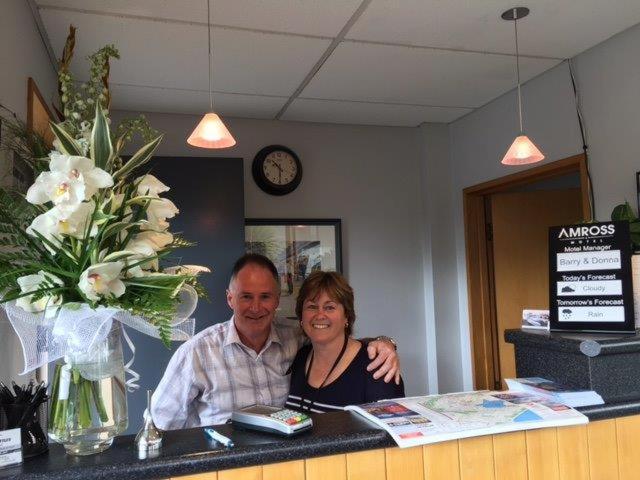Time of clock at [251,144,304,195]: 10:30
